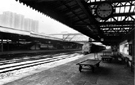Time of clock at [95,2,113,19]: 9:16
